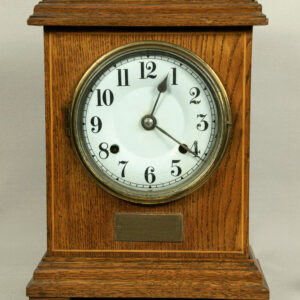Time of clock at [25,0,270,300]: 4:04
